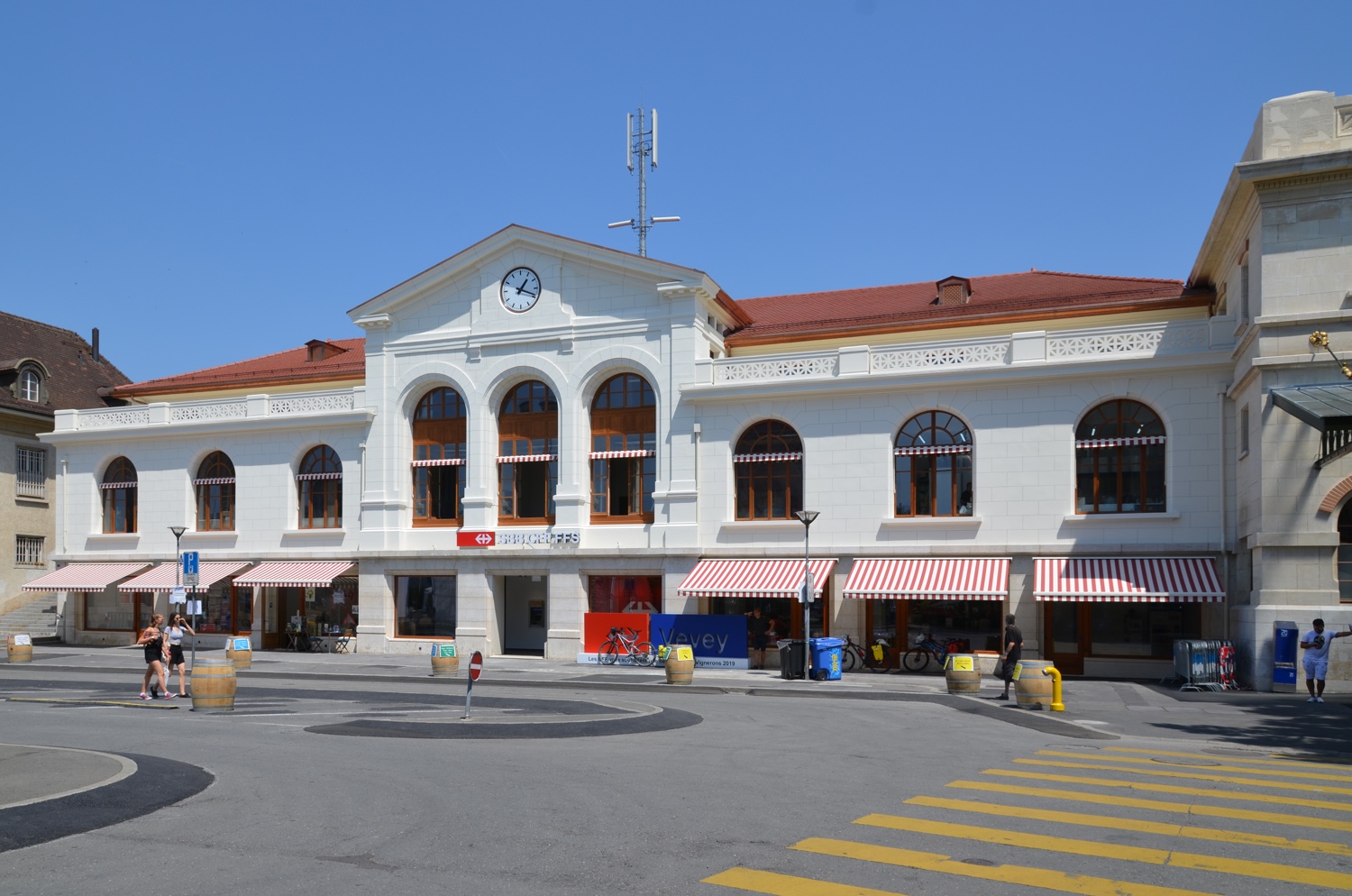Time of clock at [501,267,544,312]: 1:18
